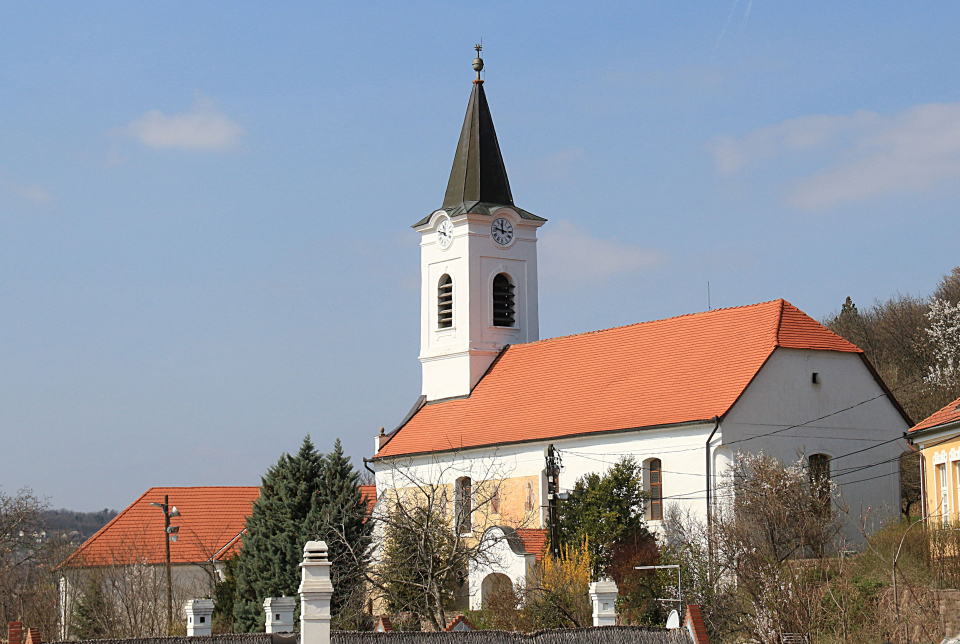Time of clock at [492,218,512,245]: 11:47
